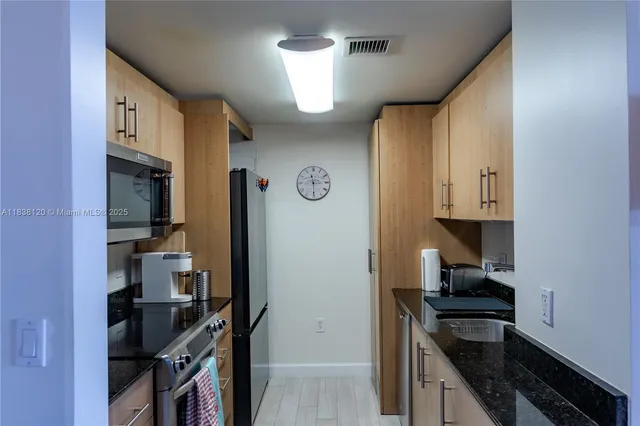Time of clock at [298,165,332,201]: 11:30
